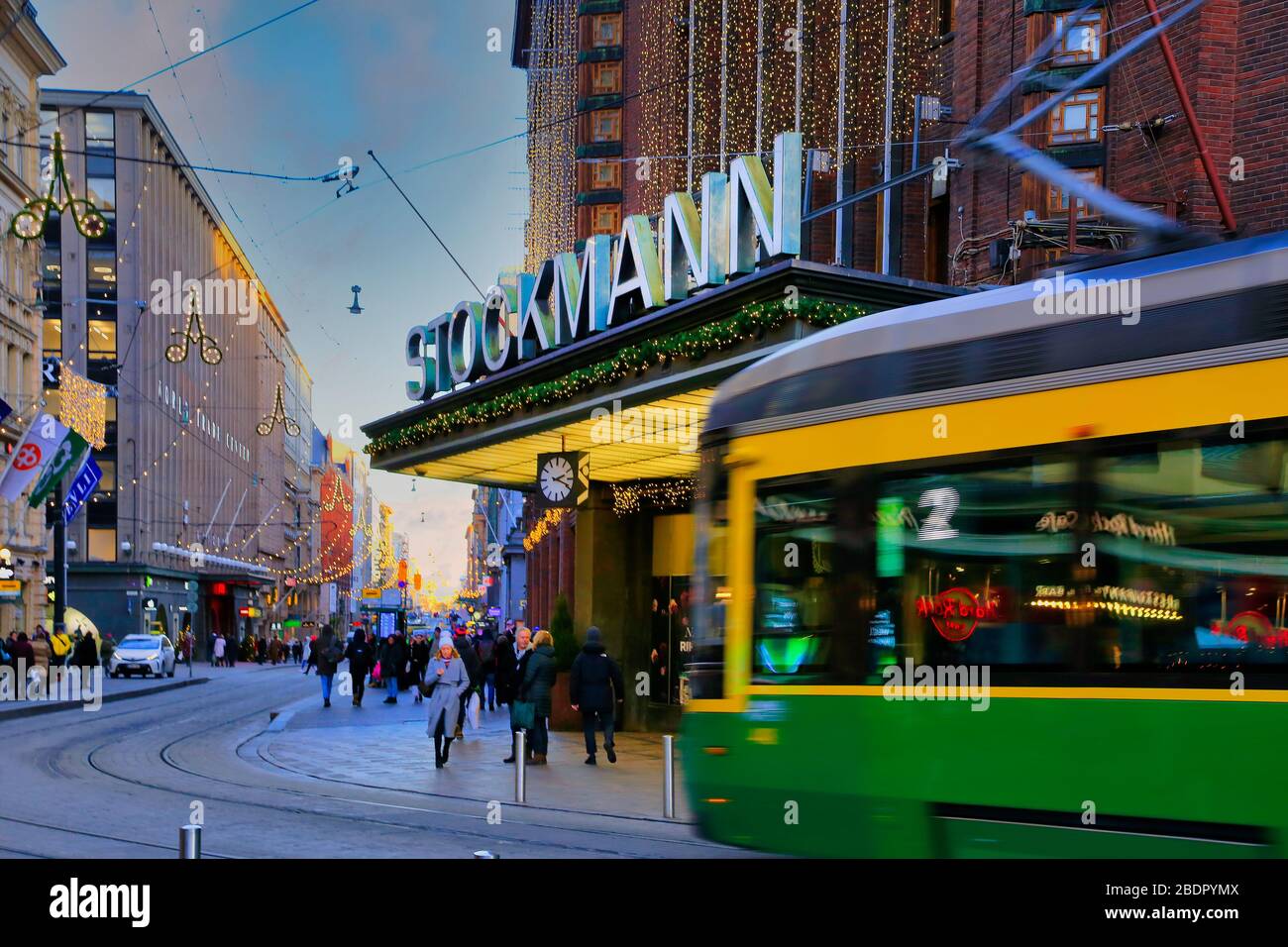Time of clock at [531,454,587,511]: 2:18
